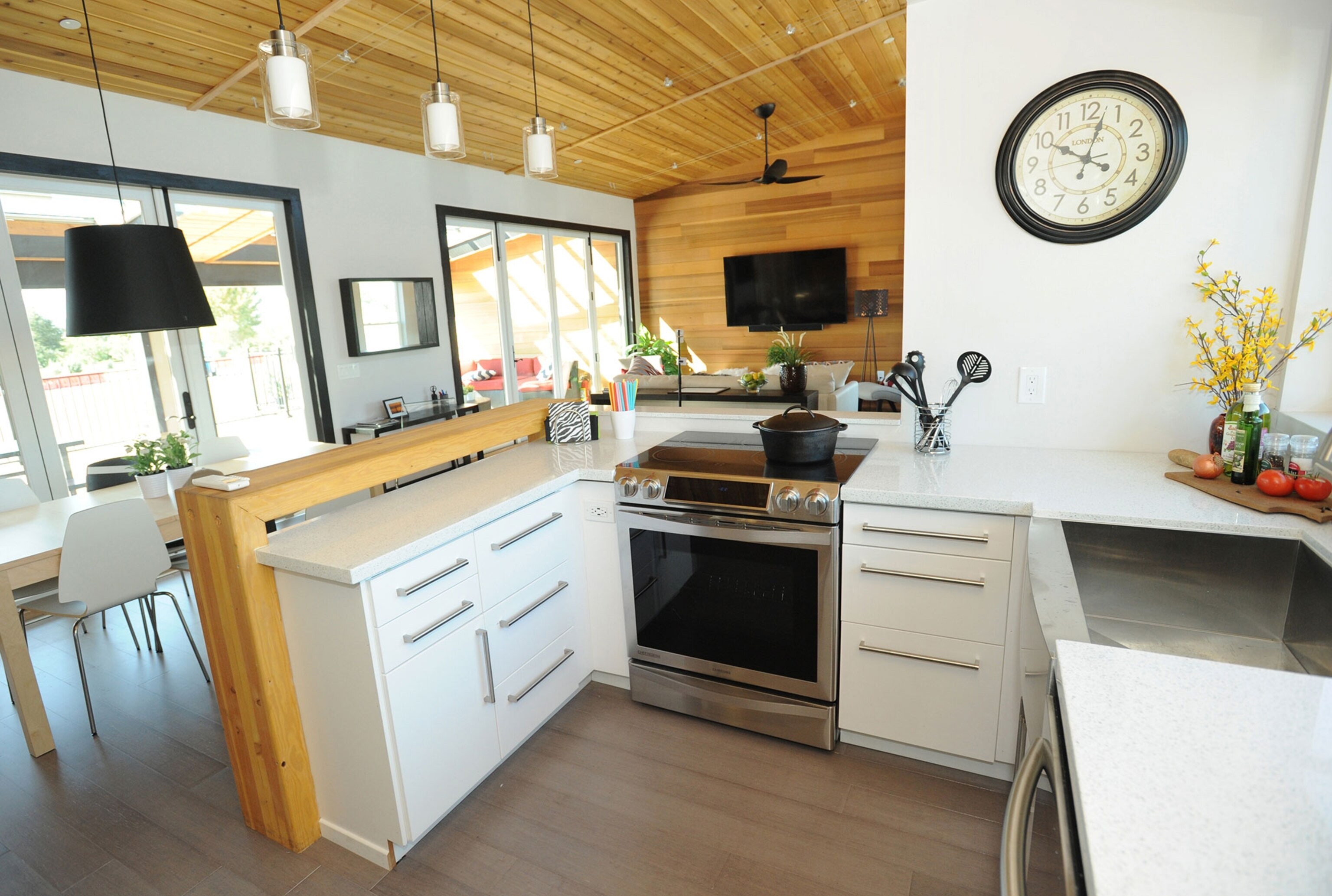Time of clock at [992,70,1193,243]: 10:02
